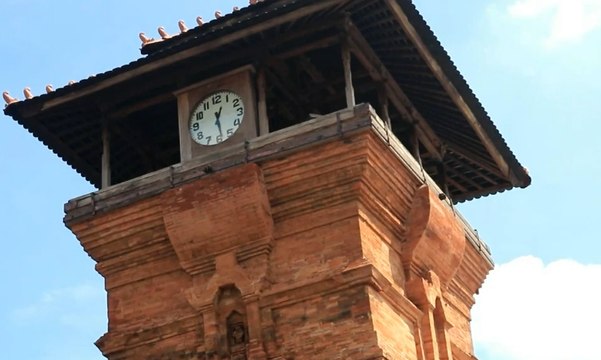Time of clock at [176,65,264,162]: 12:28
